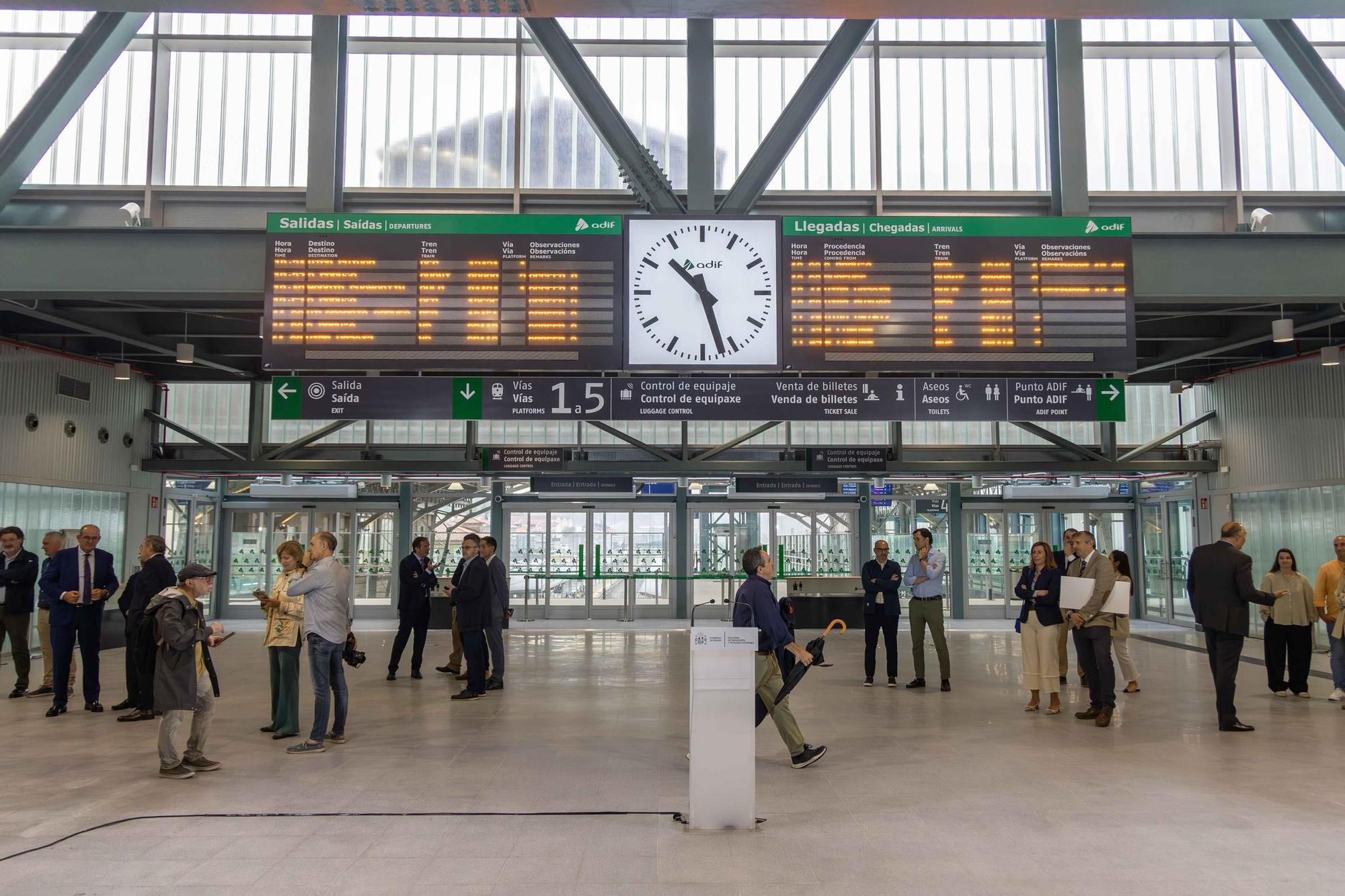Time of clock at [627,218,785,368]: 10:27
